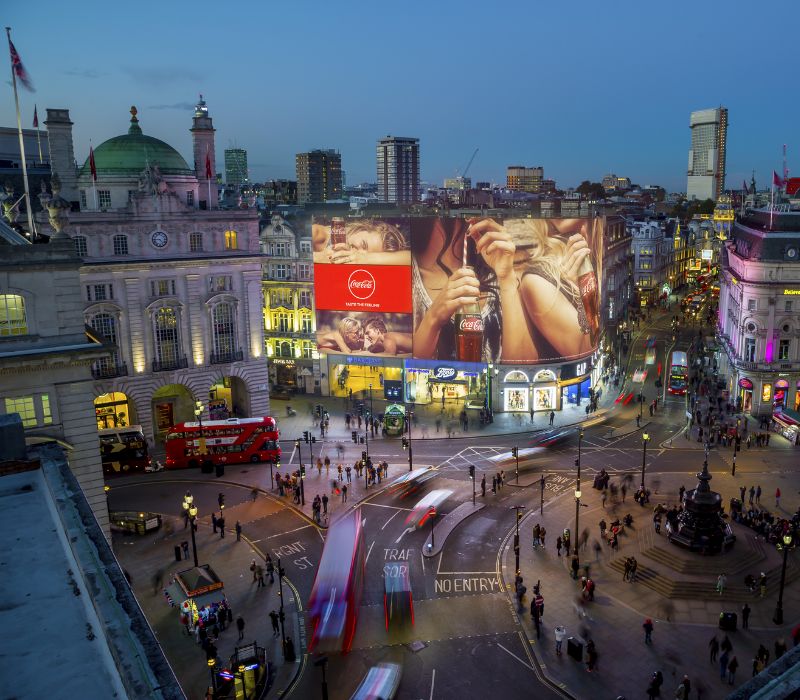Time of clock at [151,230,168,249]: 4:44
